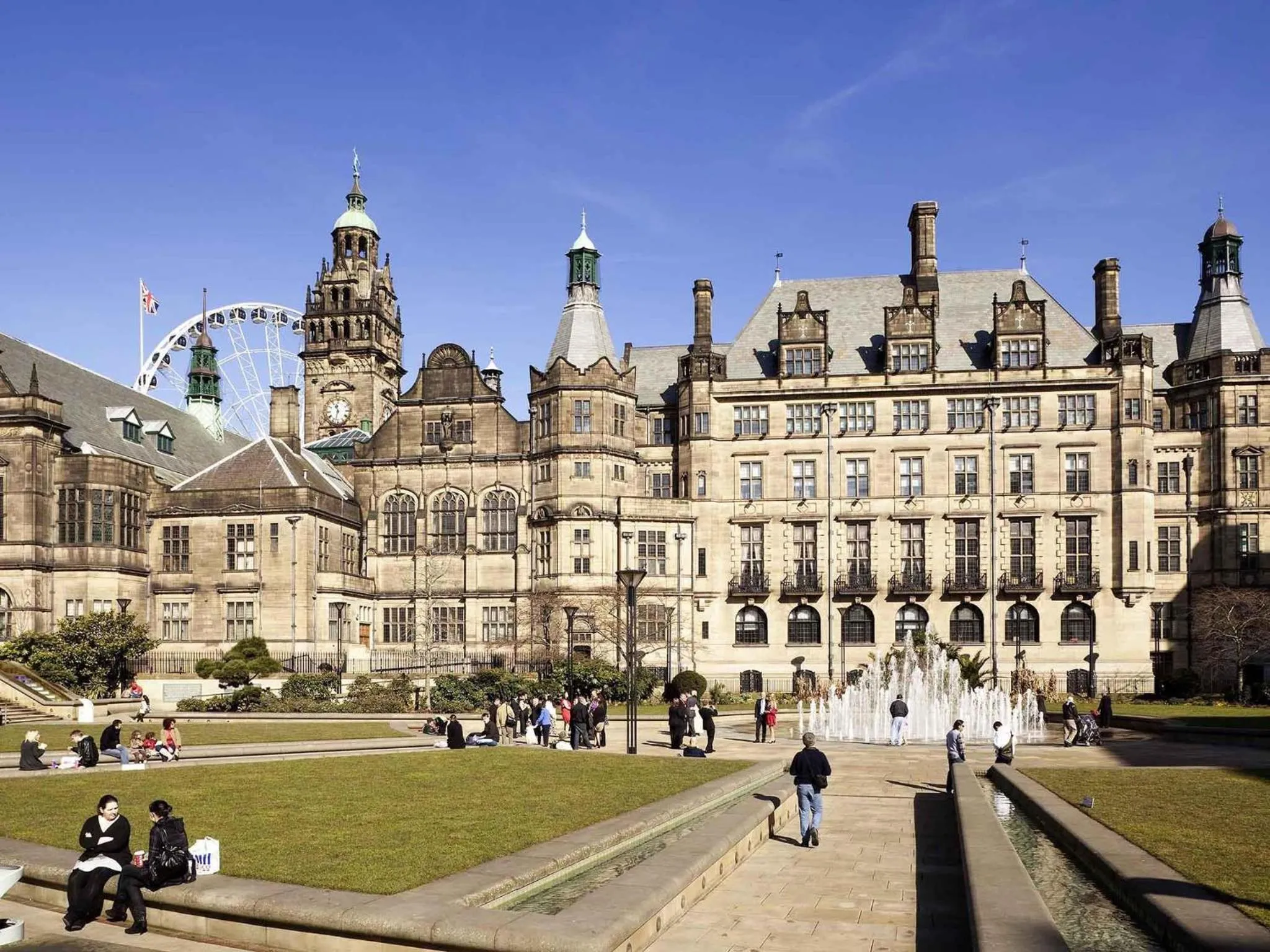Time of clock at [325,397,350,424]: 11:32
